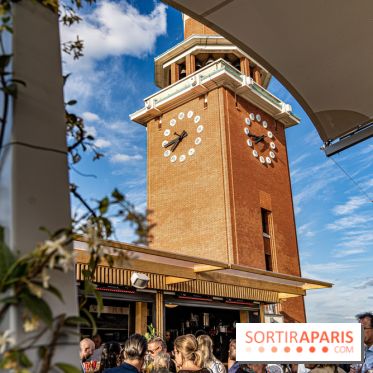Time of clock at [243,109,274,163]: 7:43
